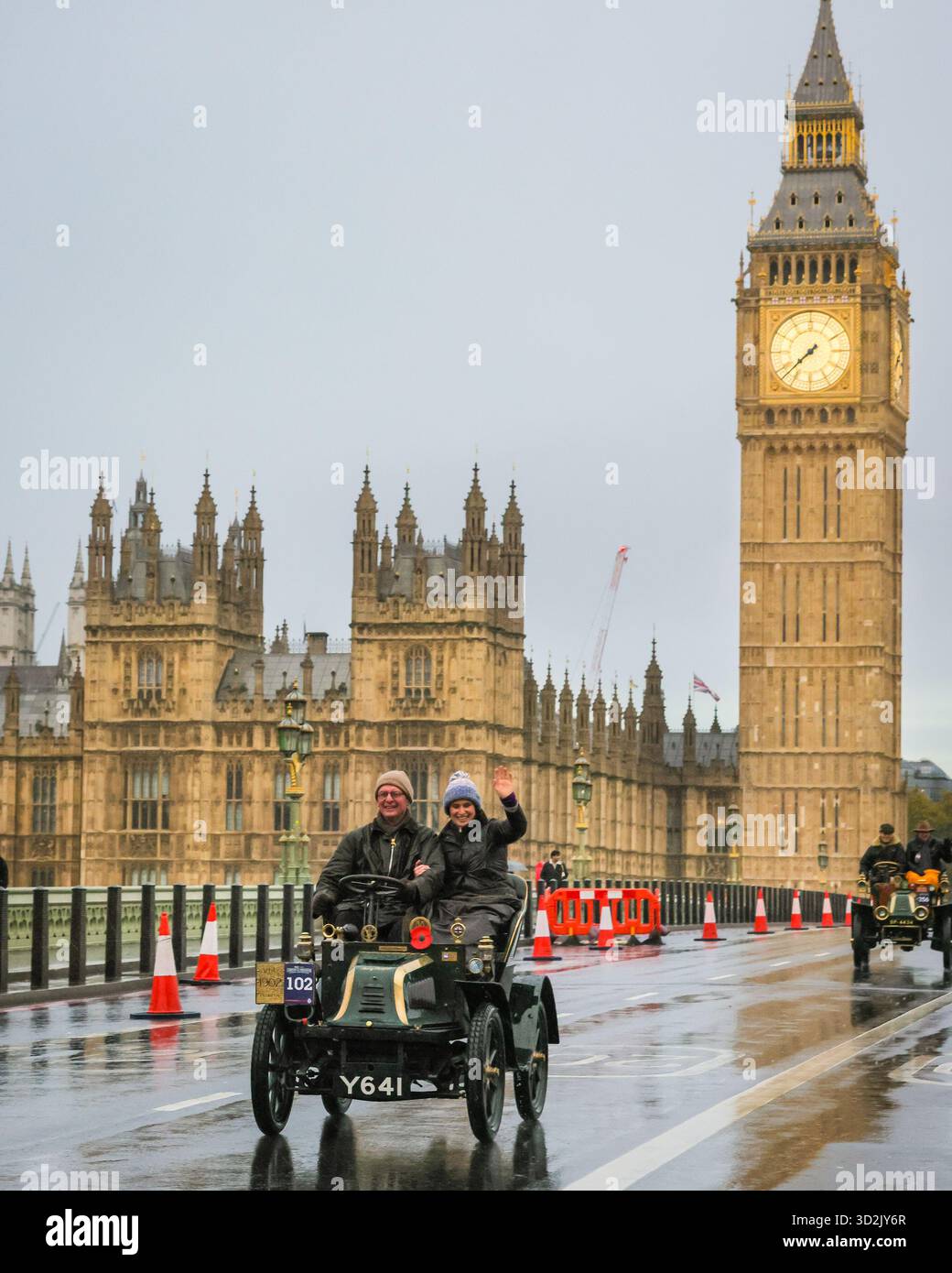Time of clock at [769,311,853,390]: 7:37
